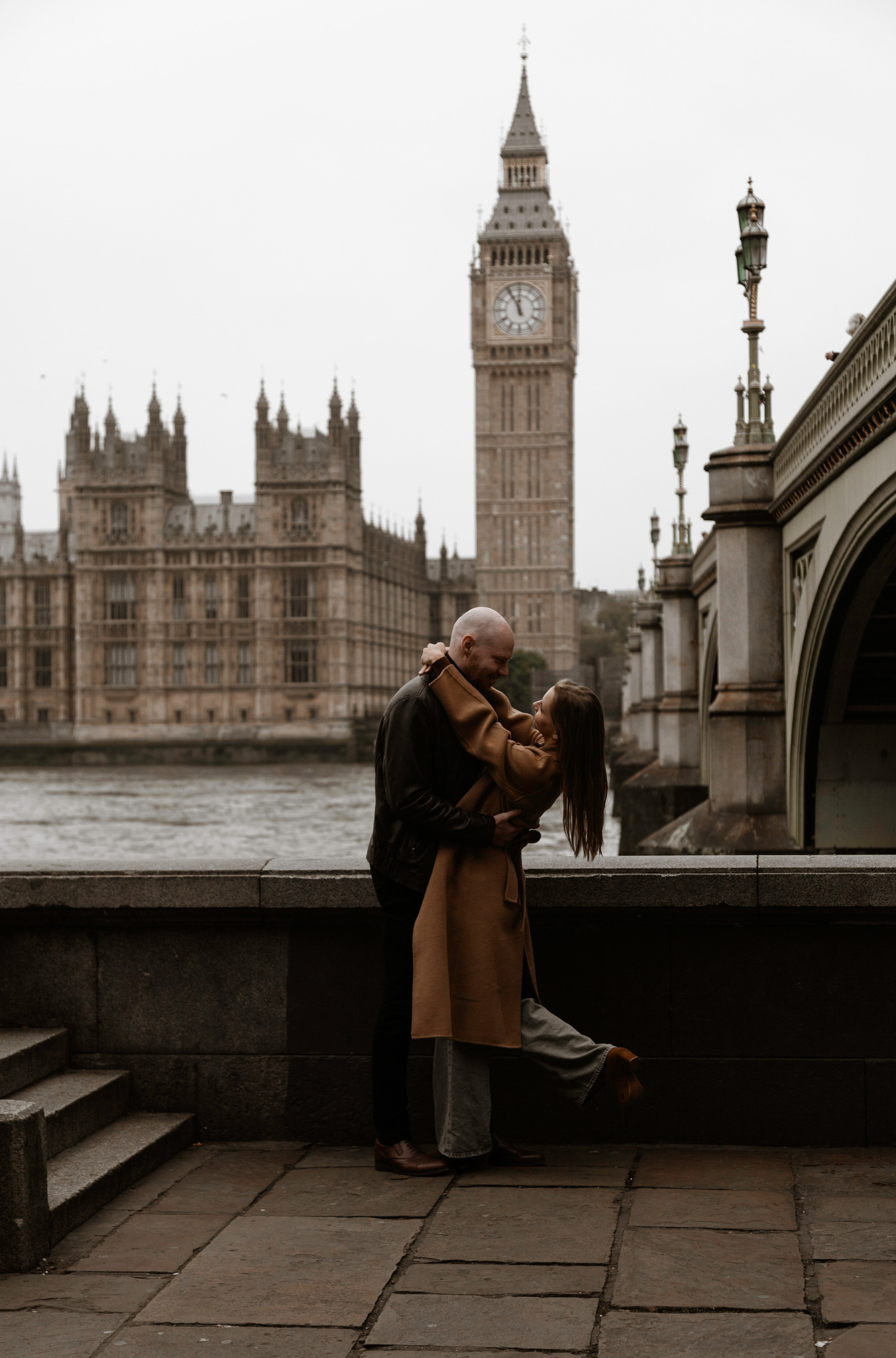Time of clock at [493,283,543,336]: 11:55
